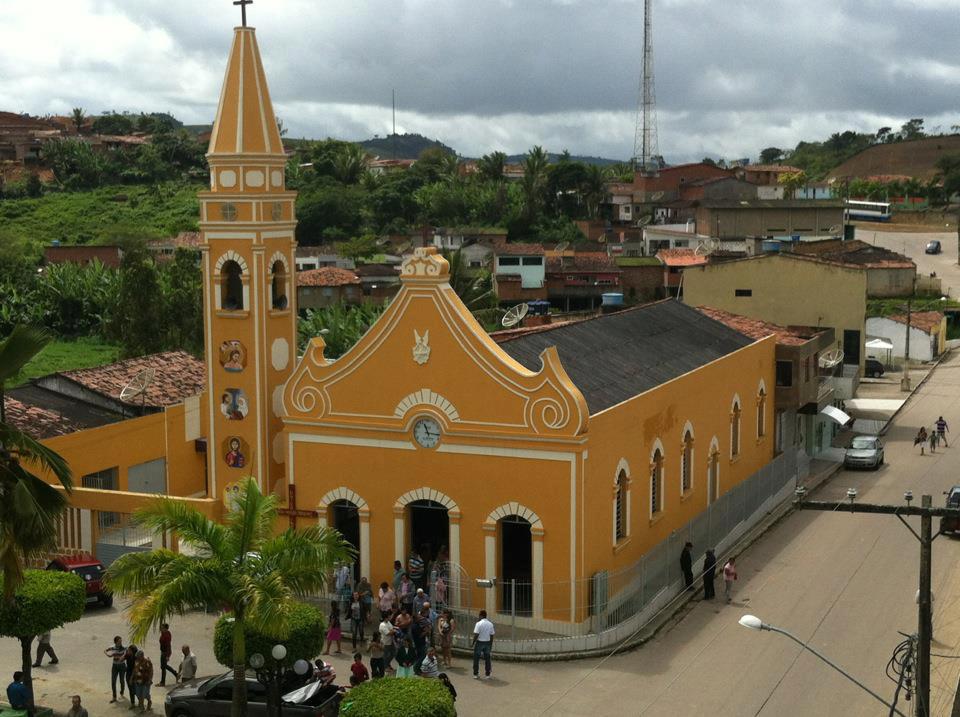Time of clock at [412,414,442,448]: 11:16
